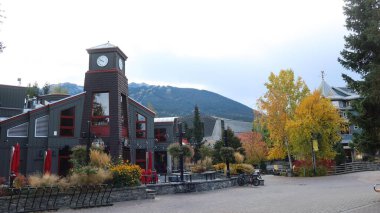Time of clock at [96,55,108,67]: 9:52
